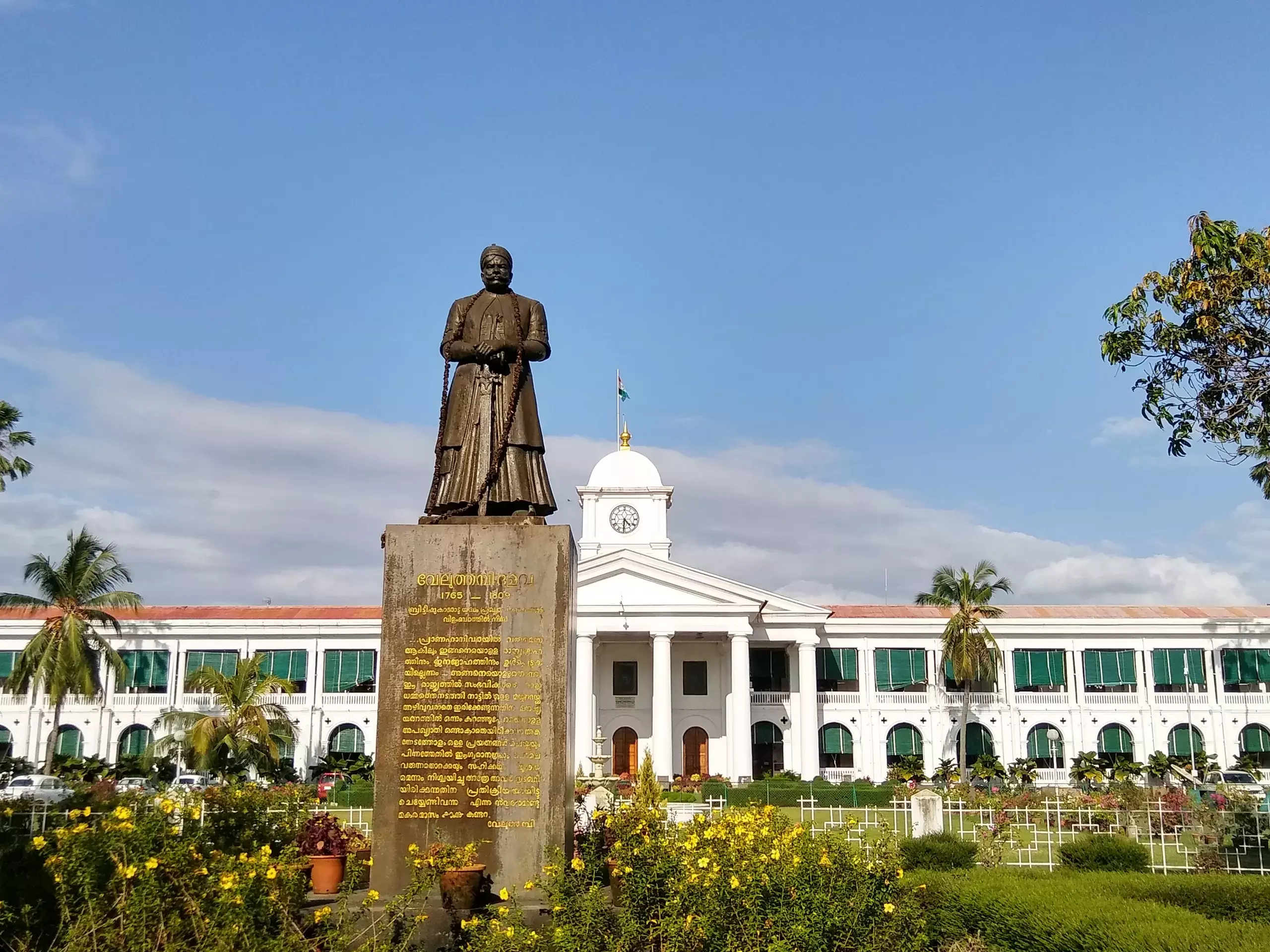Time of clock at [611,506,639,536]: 4:31
